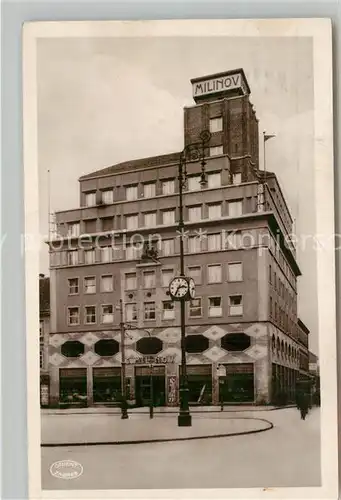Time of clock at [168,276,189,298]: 2:35
